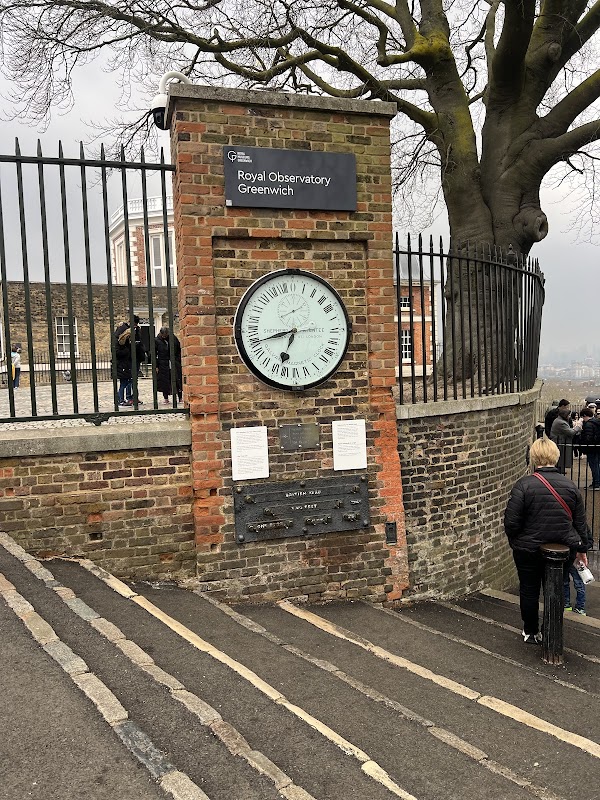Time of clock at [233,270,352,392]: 6:41
